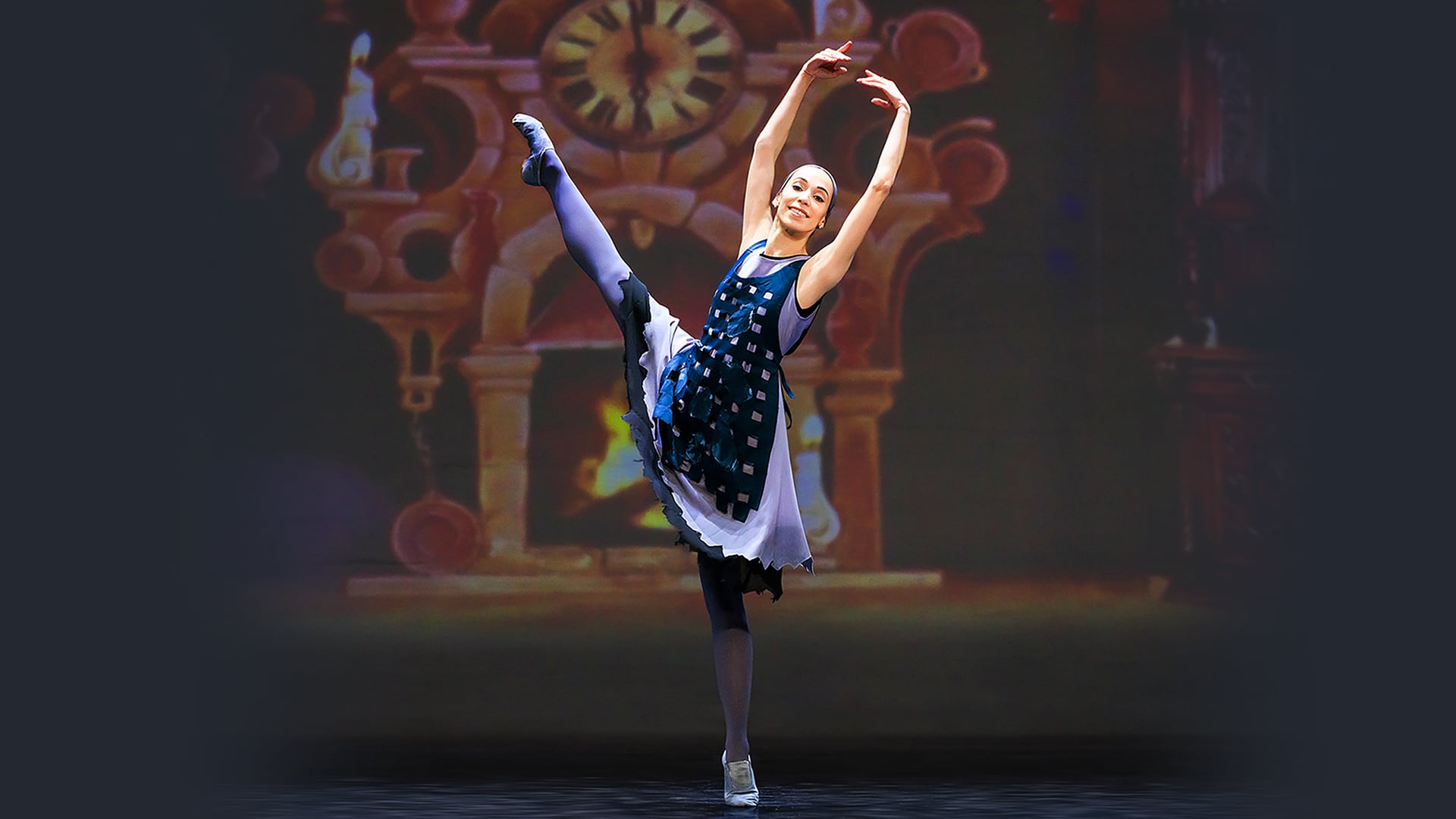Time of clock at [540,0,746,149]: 5:59
